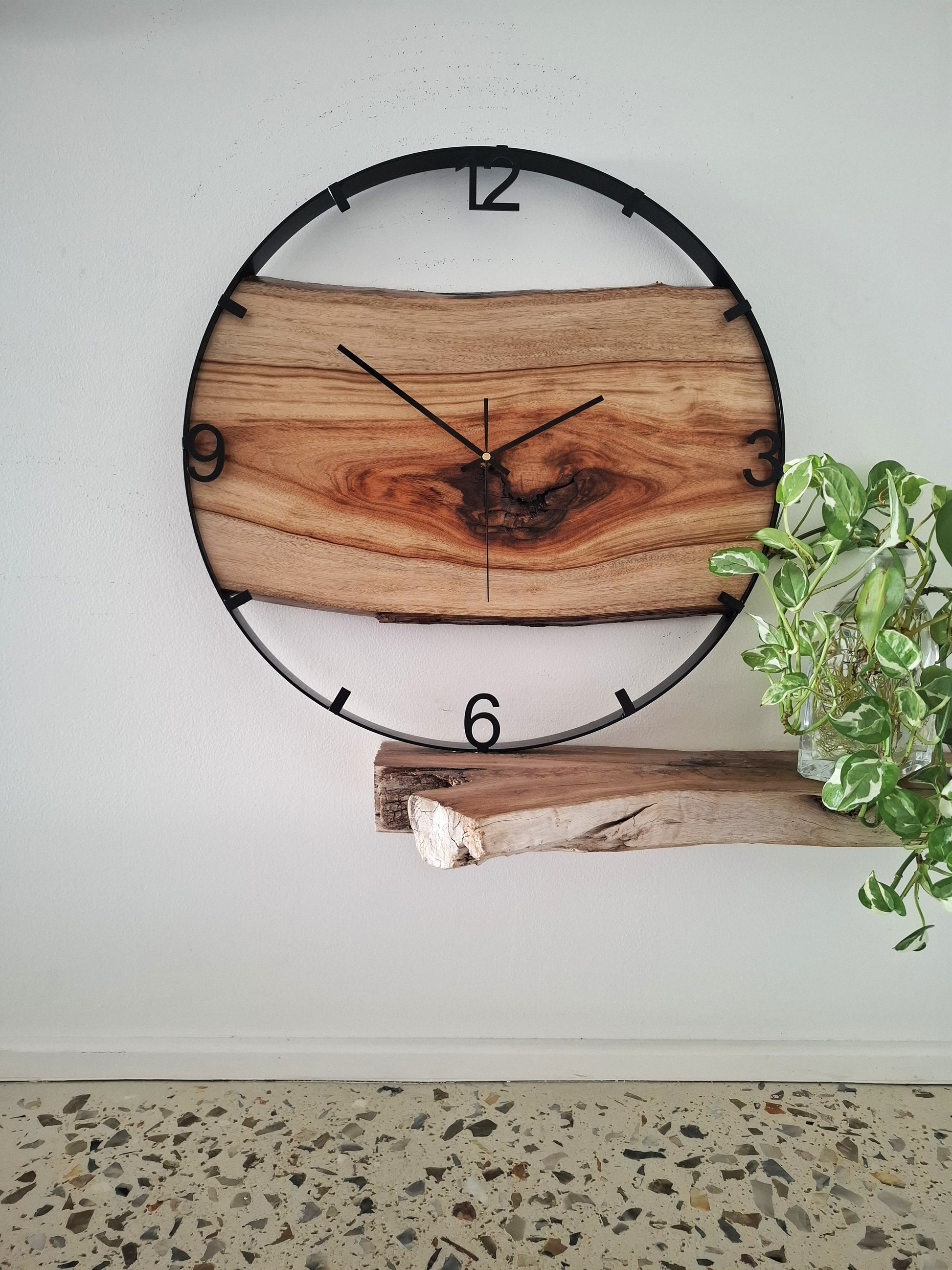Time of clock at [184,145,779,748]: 1:51
